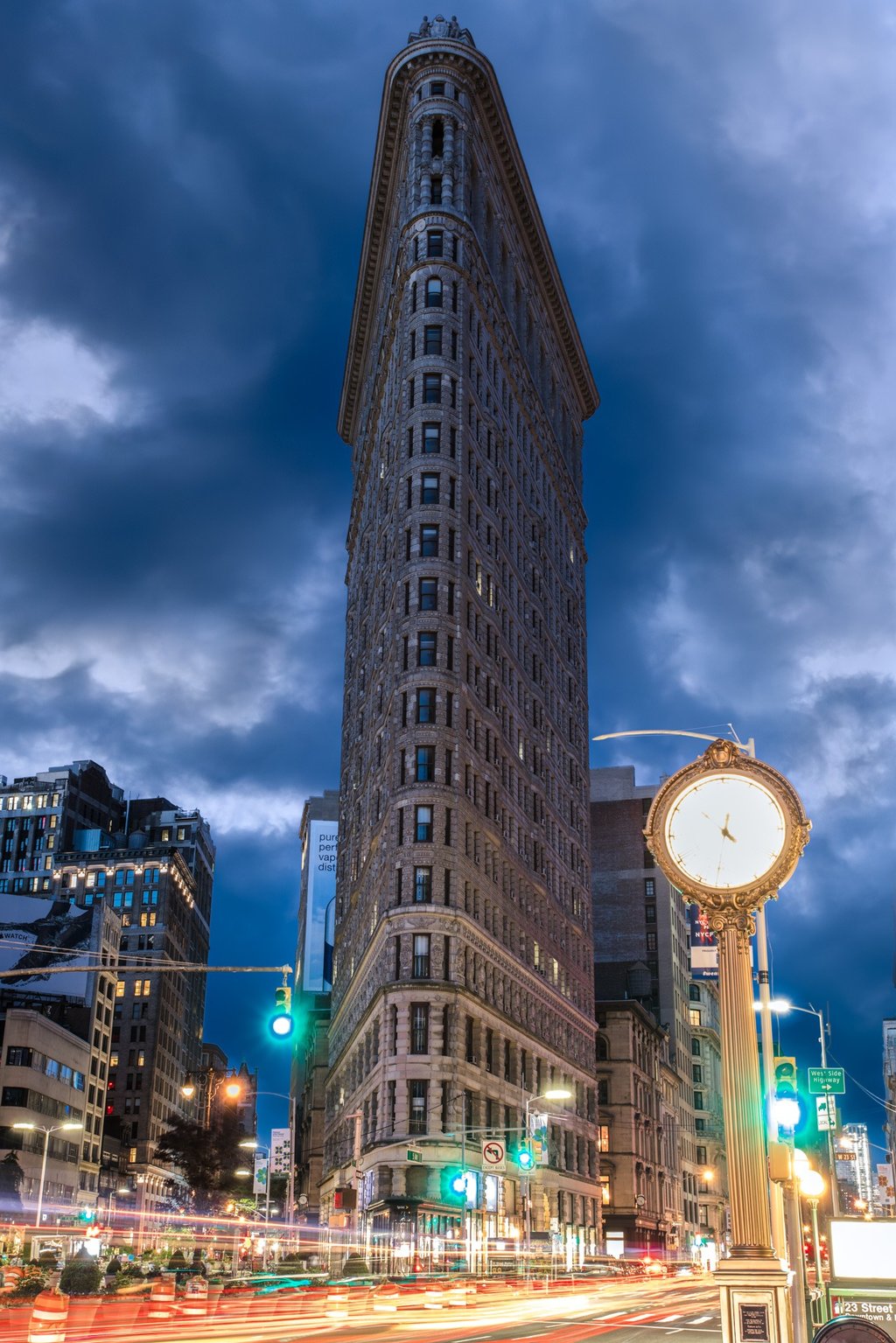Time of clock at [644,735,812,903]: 4:31
